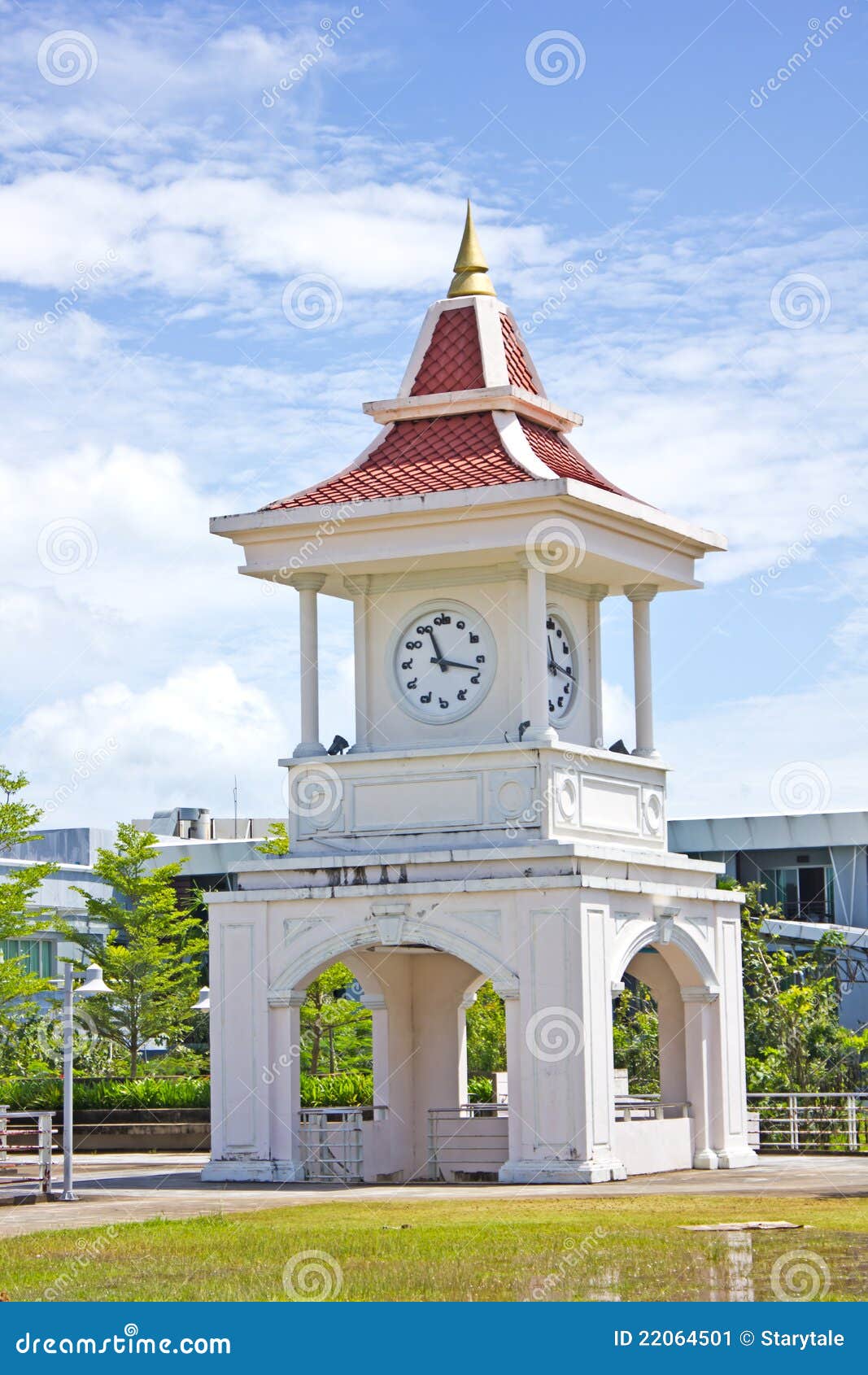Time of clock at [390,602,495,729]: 11:17
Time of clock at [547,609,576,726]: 11:17
